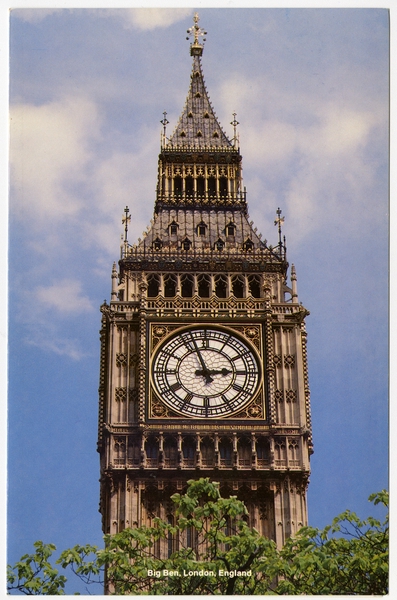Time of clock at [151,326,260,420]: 2:56
